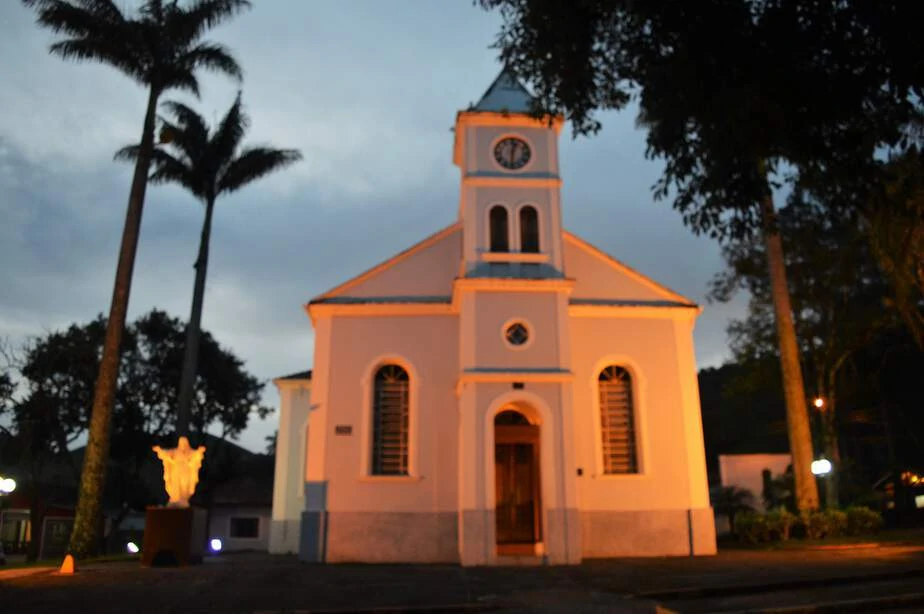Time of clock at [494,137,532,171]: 12:30
